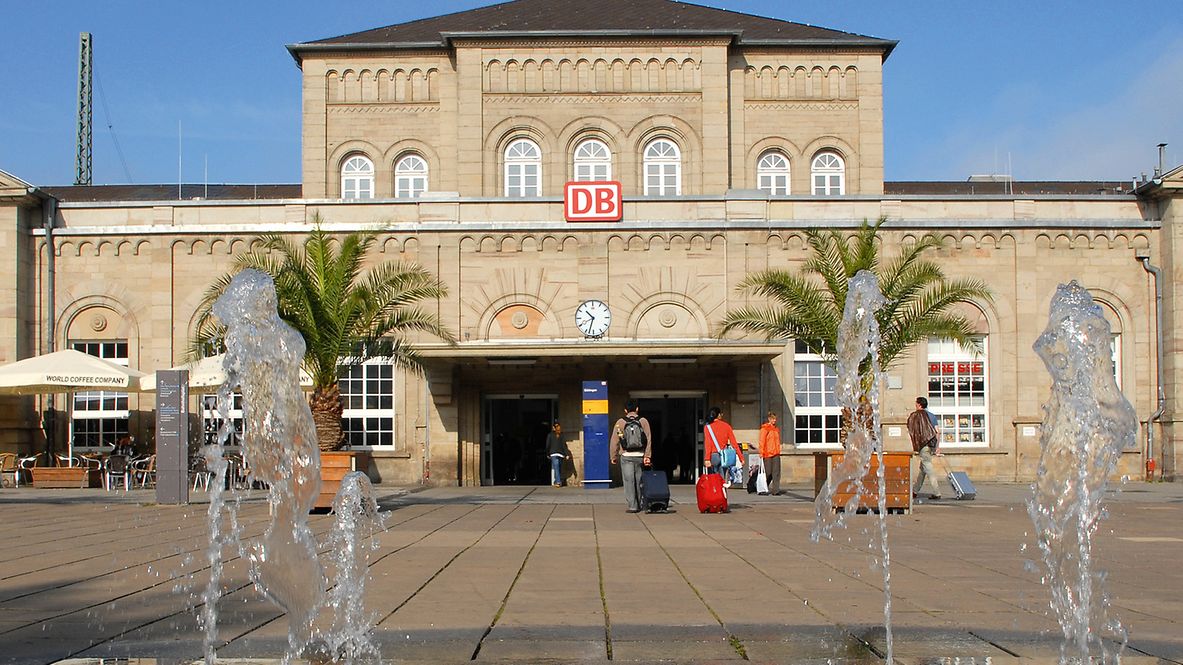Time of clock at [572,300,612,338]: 10:32
